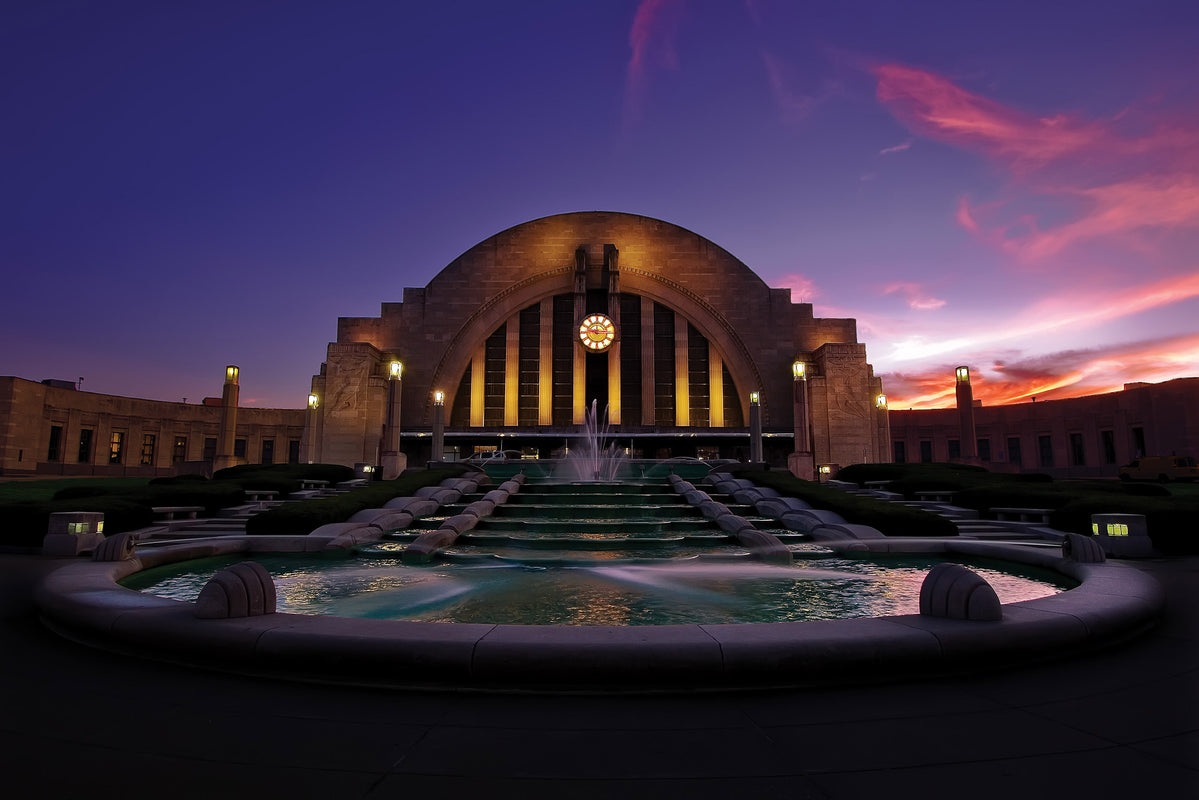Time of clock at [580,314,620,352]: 9:14
